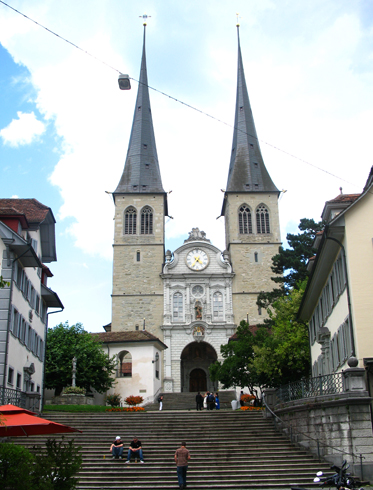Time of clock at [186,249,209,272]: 4:35
